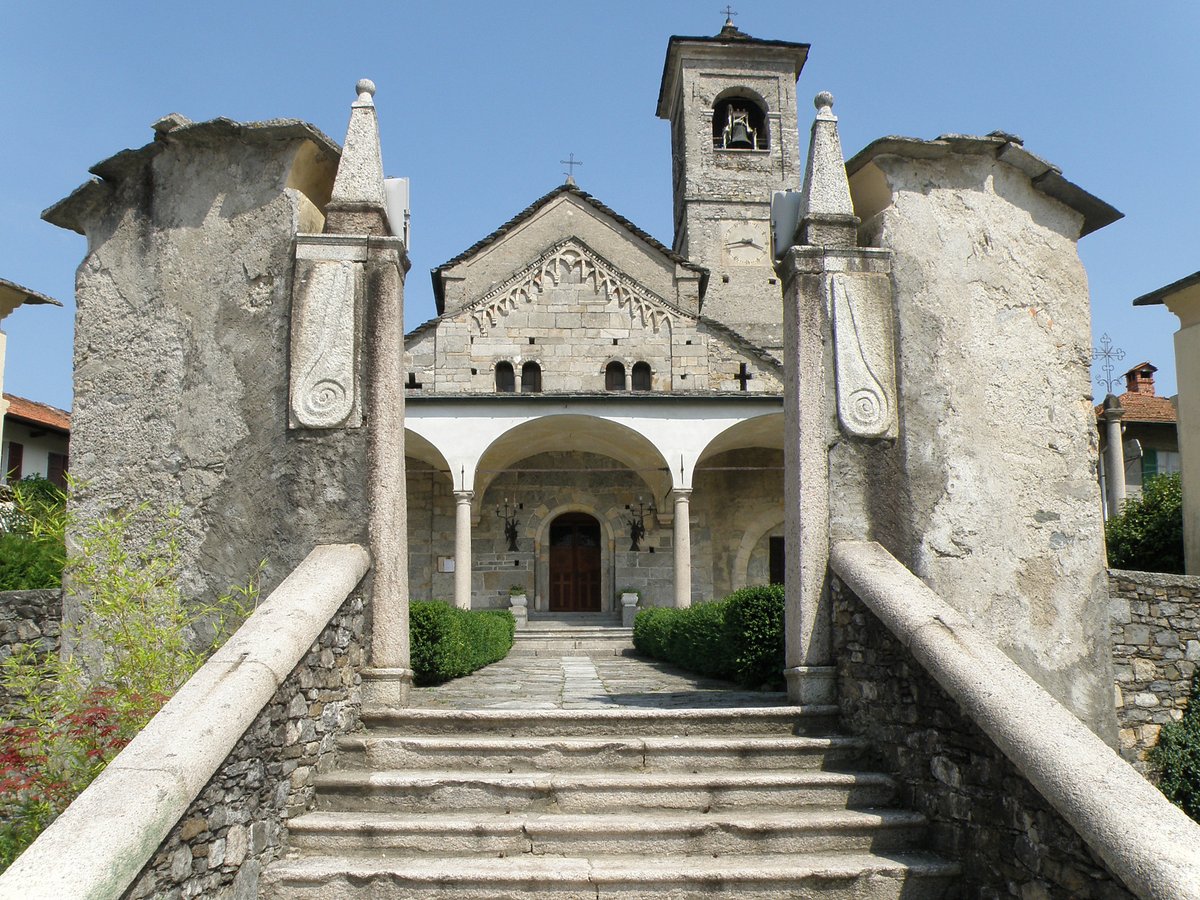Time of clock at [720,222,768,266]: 3:43
